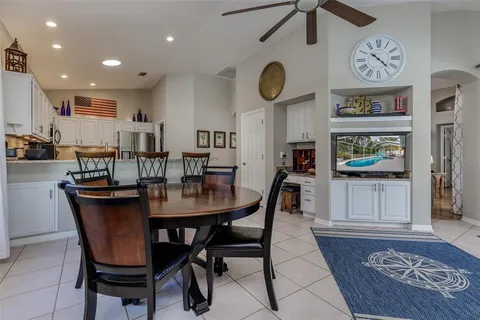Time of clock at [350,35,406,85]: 10:22
